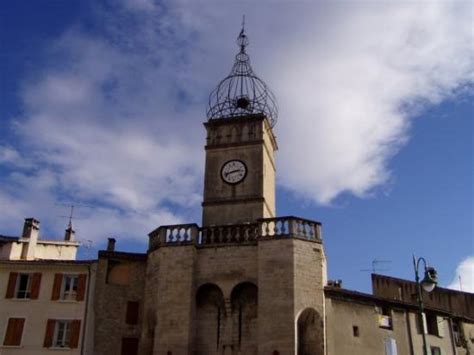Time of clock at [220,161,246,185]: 2:42
